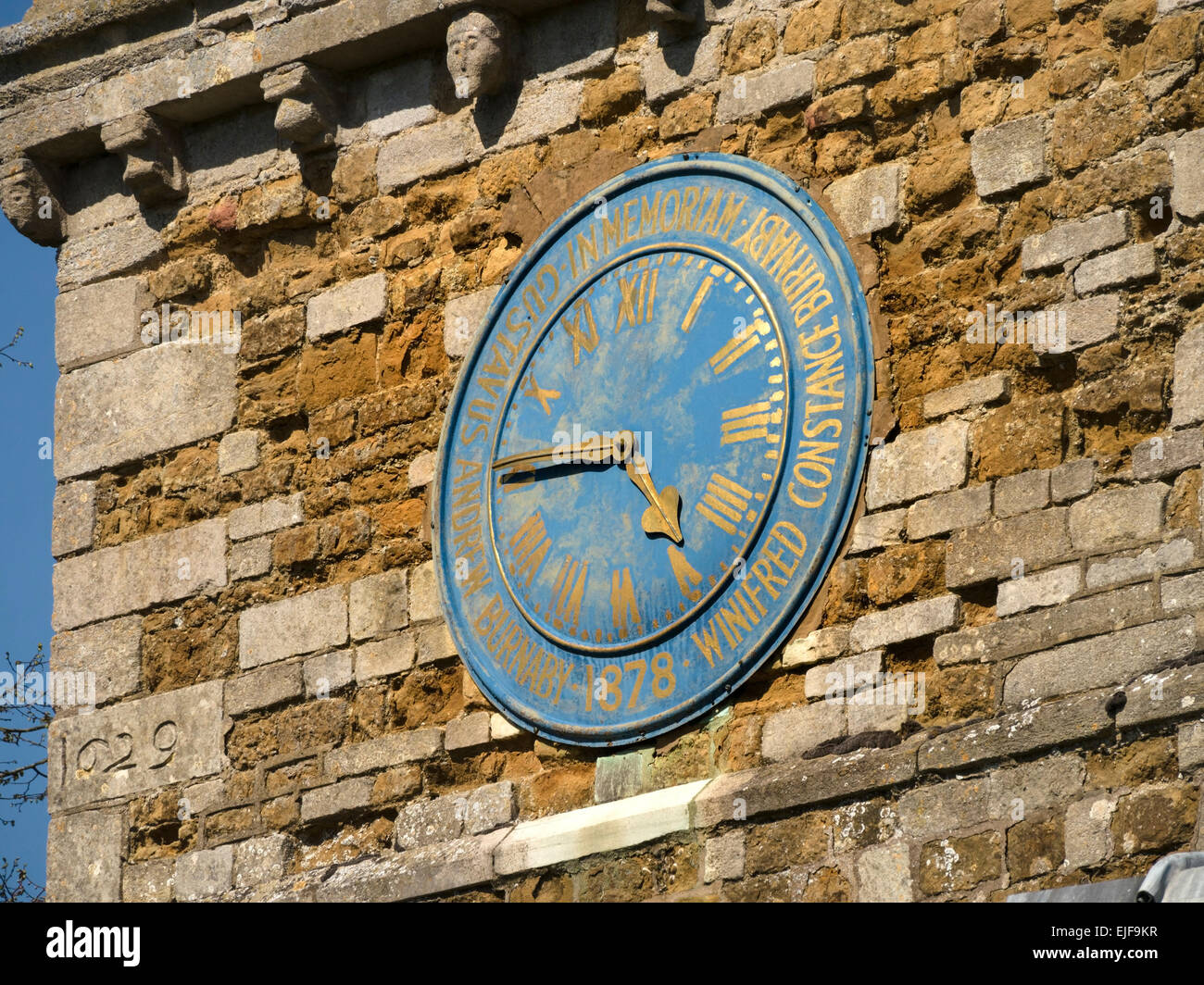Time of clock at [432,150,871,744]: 4:44
